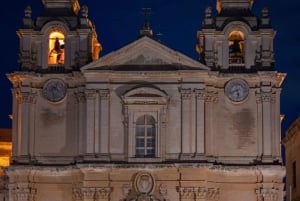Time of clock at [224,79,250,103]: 5:40
